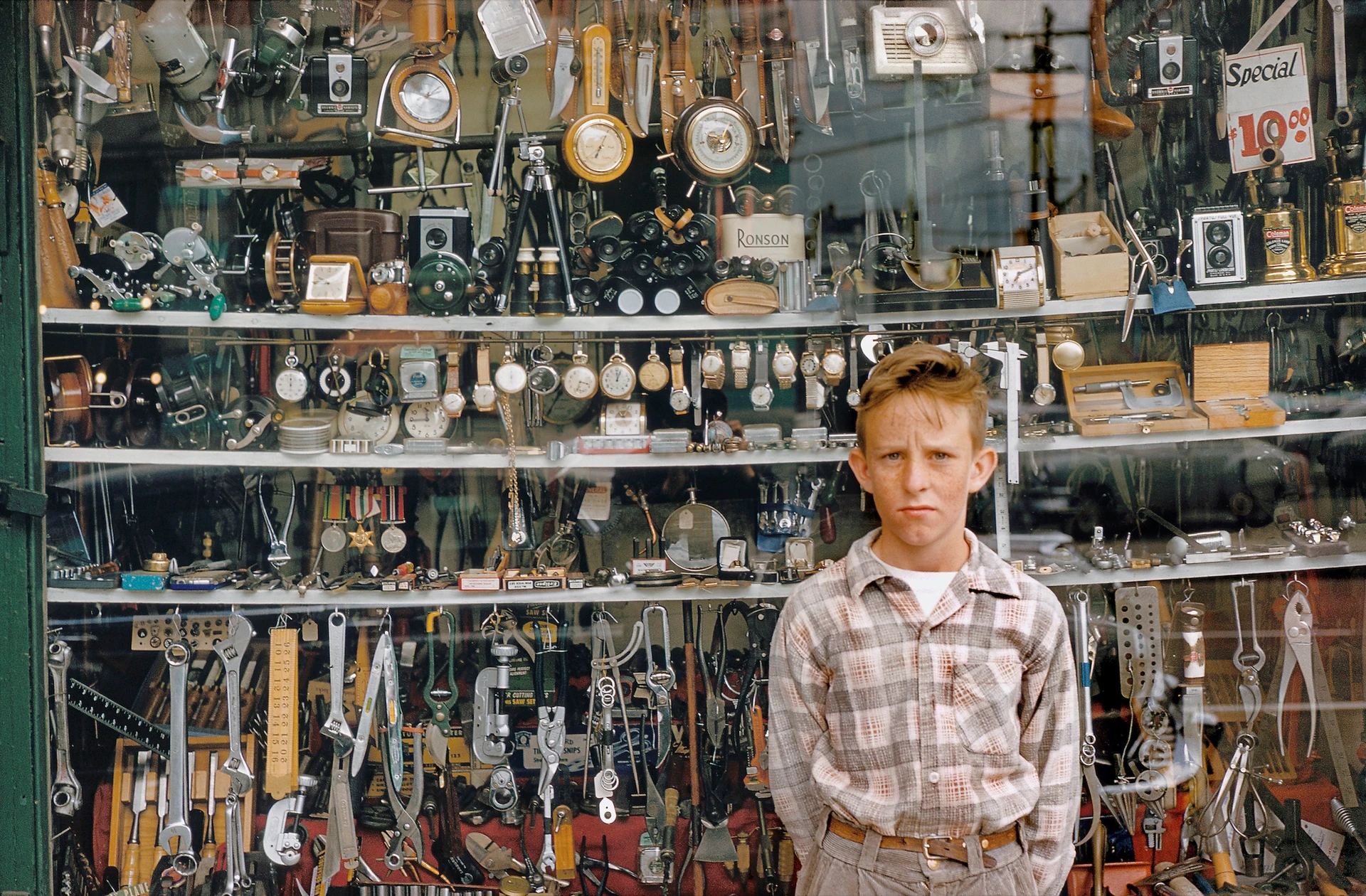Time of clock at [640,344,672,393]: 10:45
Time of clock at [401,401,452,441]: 11:44
